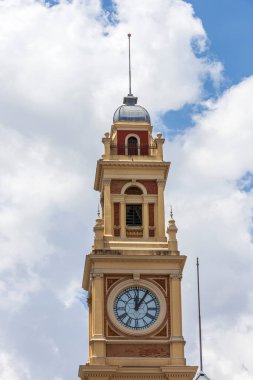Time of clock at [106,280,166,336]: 12:05
